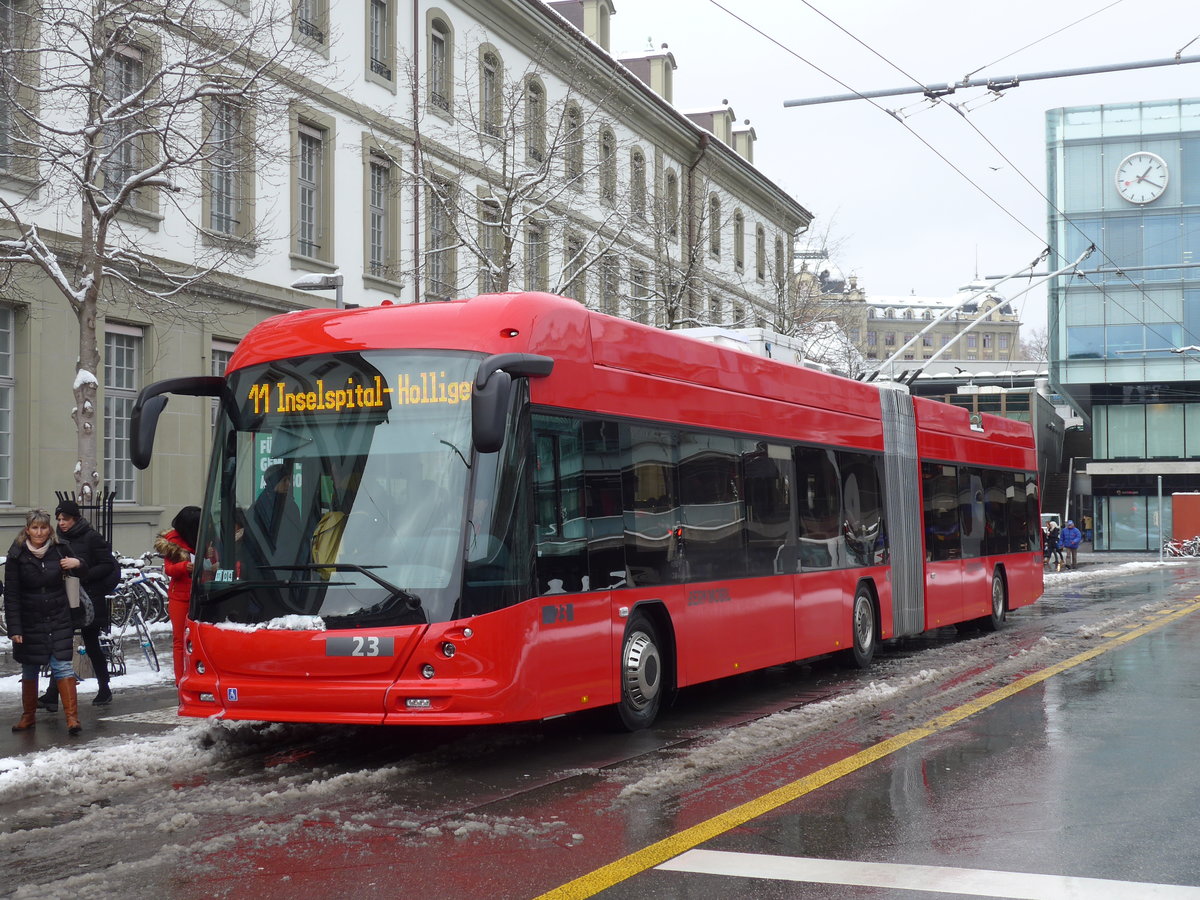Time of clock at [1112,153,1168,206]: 1:20
